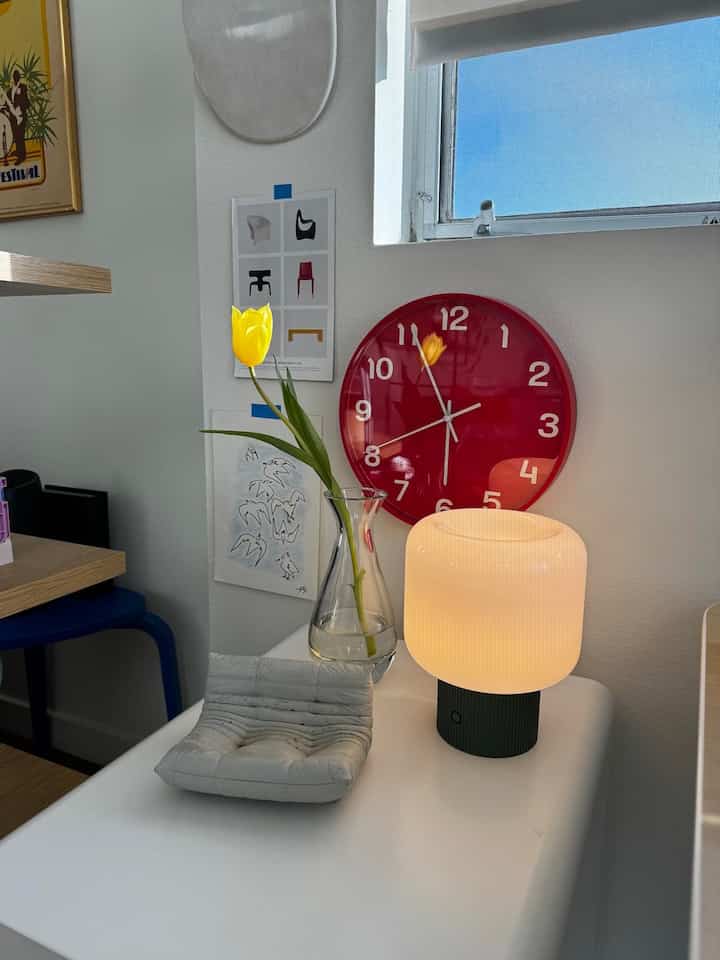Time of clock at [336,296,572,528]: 5:55
